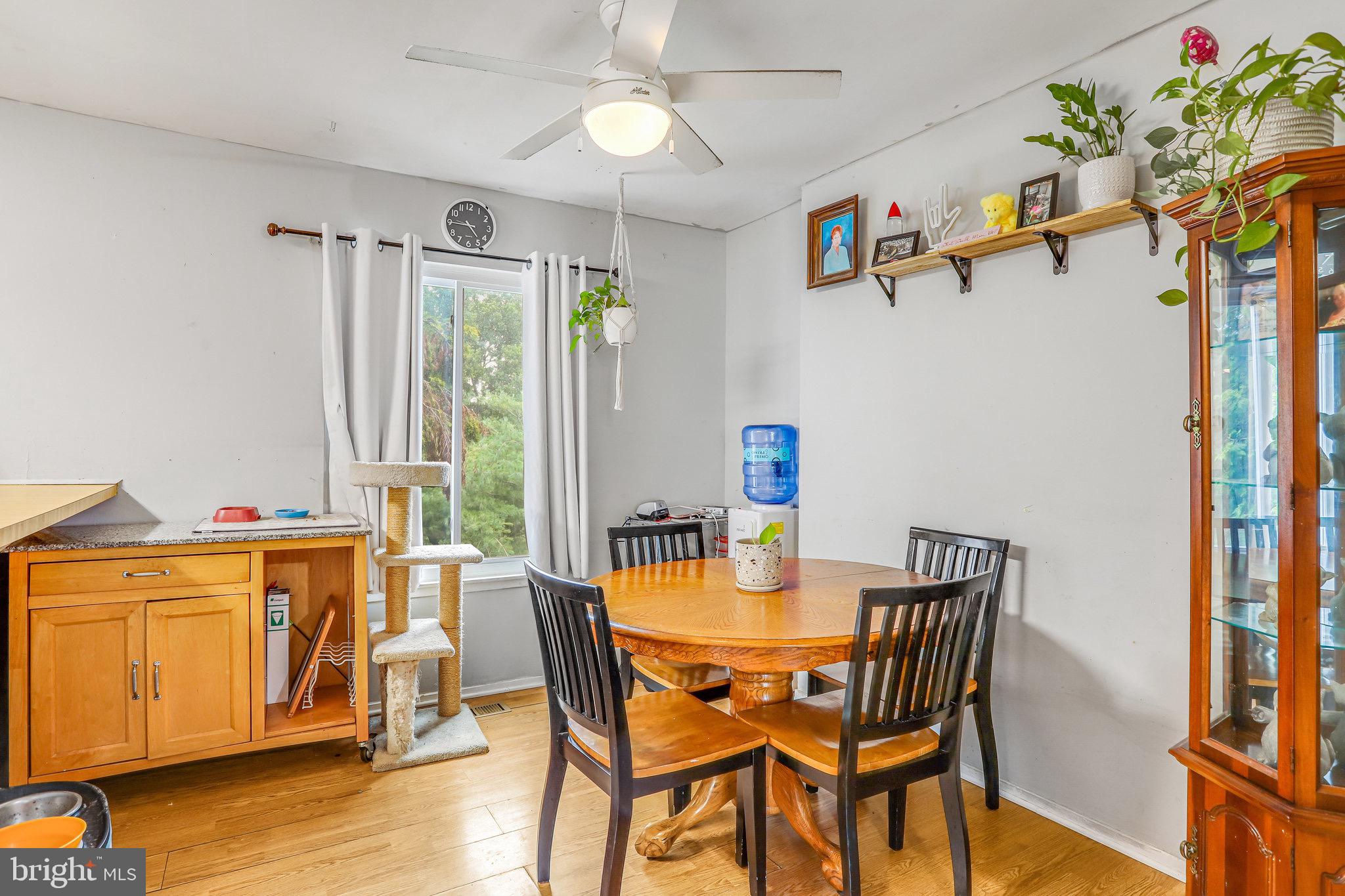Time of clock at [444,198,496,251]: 4:45
